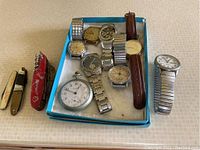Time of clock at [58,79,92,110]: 12:48
